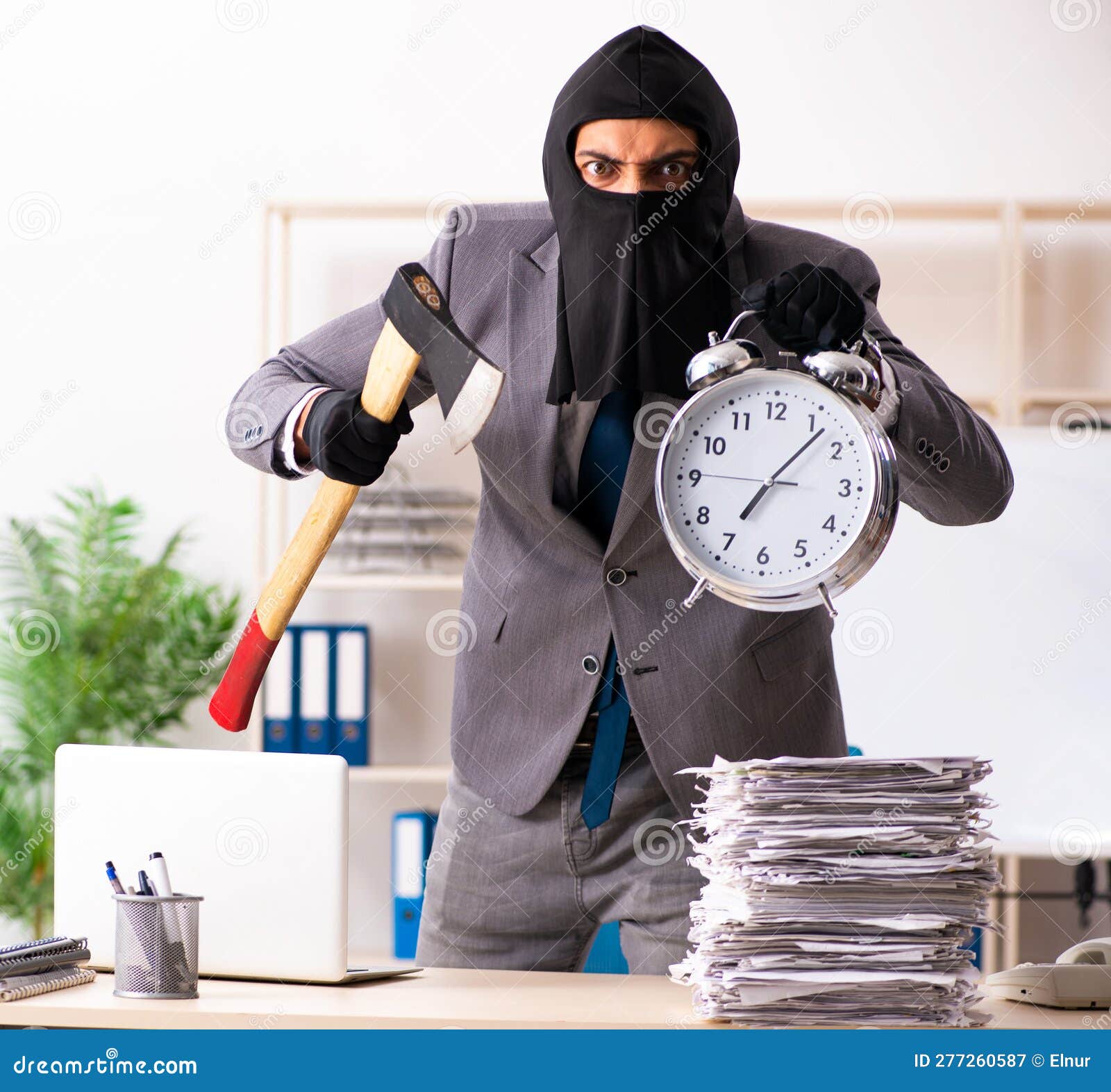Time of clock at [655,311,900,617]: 7:07
